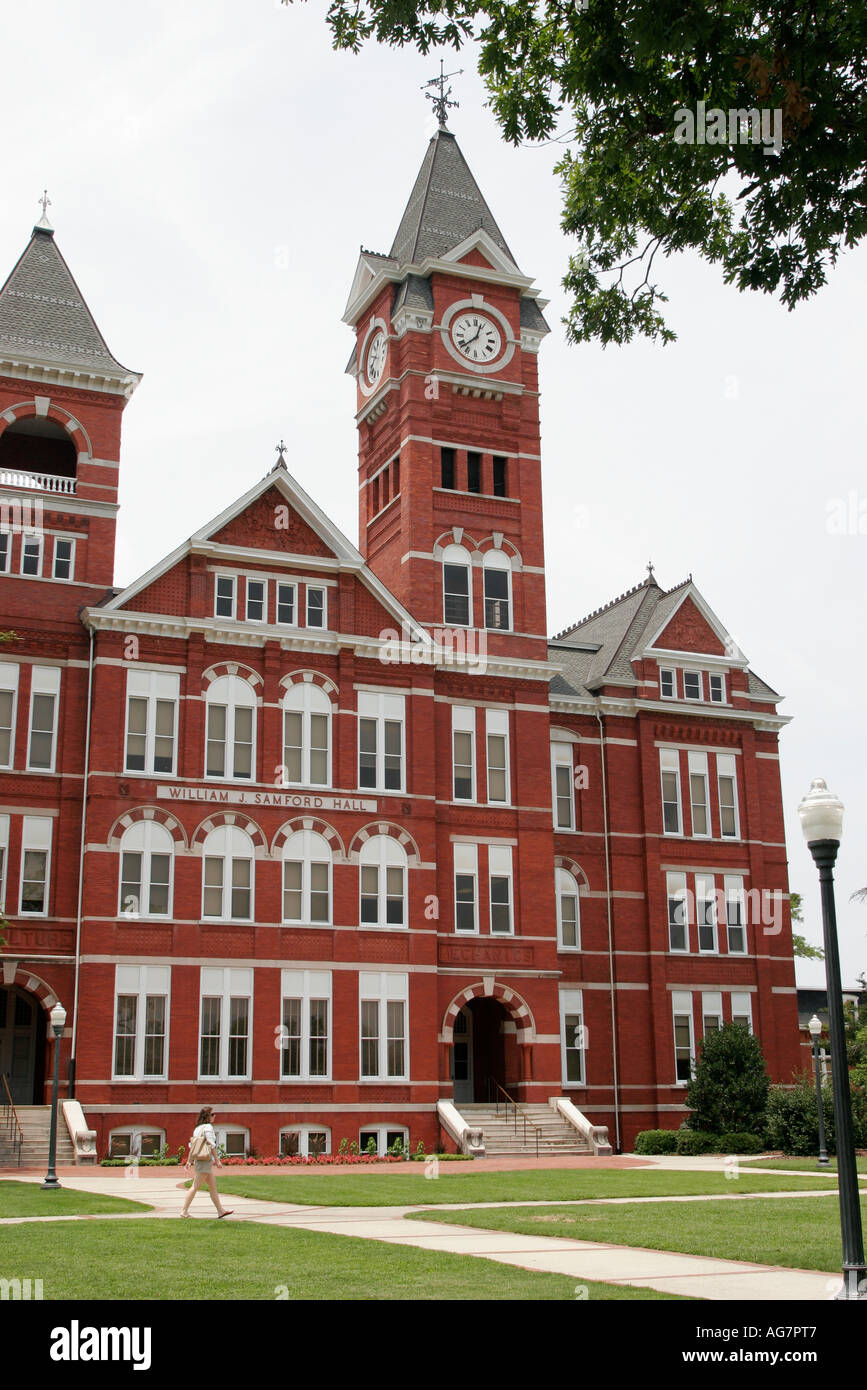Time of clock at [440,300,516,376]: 12:37
